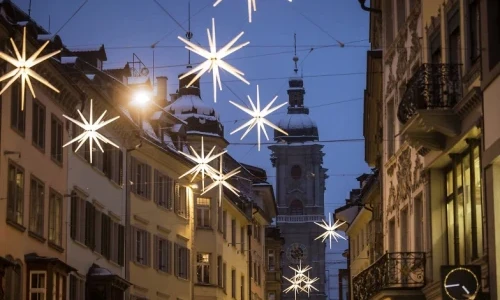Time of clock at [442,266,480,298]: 4:44
